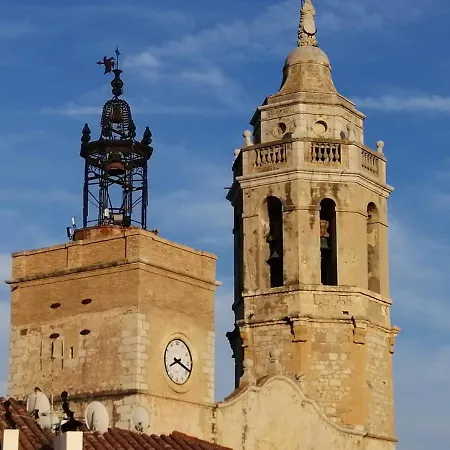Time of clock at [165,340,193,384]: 8:18
